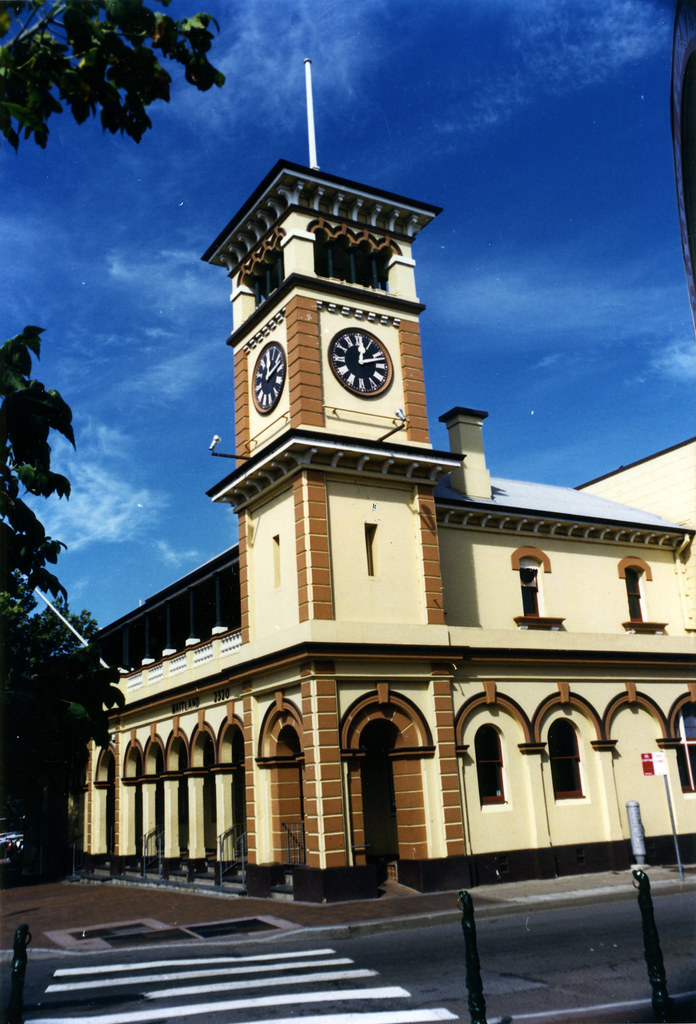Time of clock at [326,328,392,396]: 12:12
